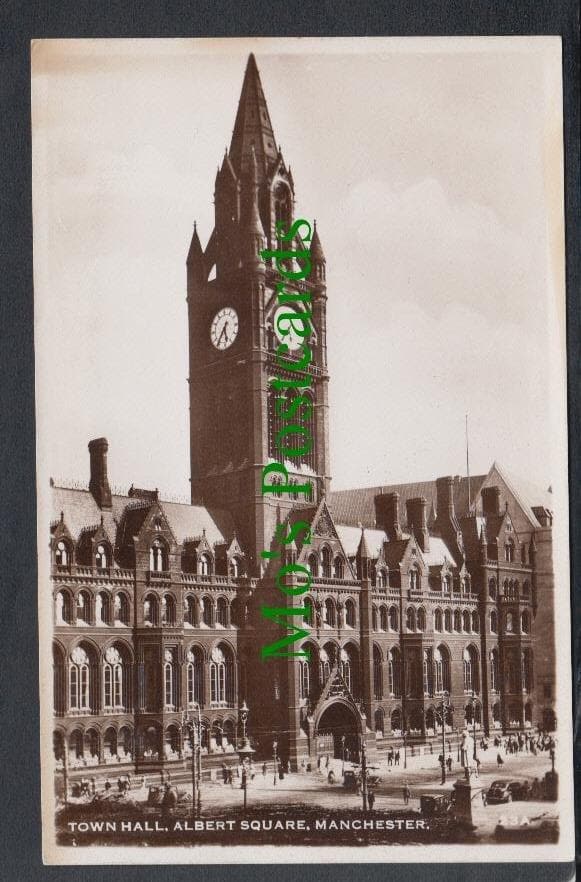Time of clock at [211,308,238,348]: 5:35
